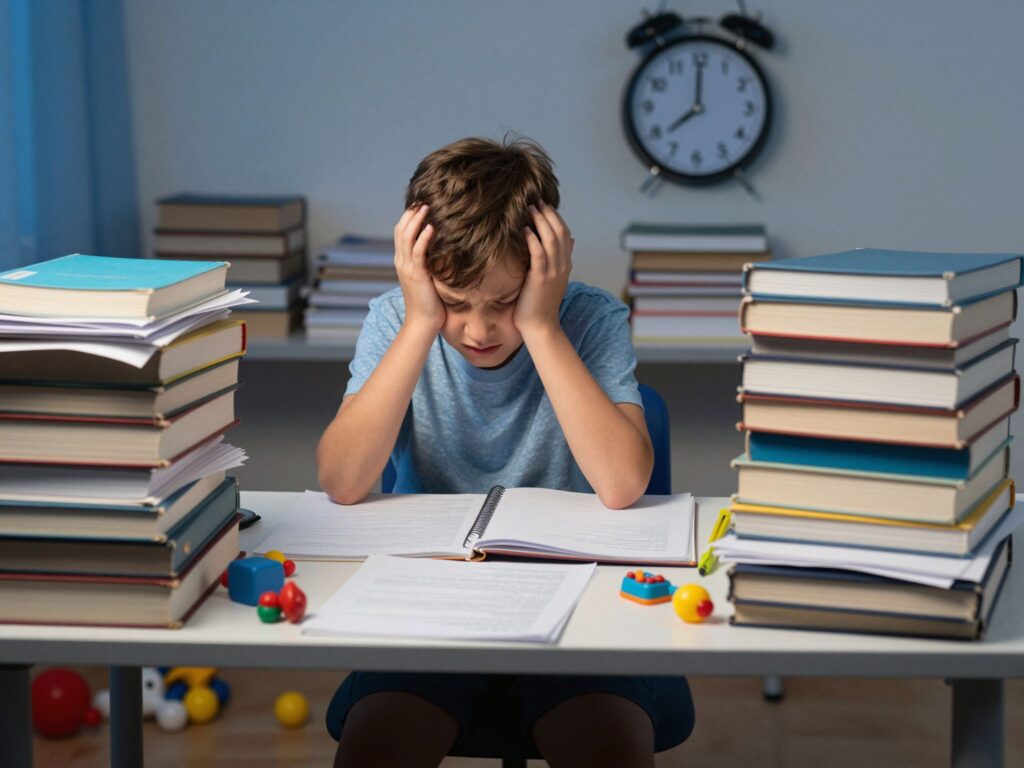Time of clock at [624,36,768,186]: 8:00
